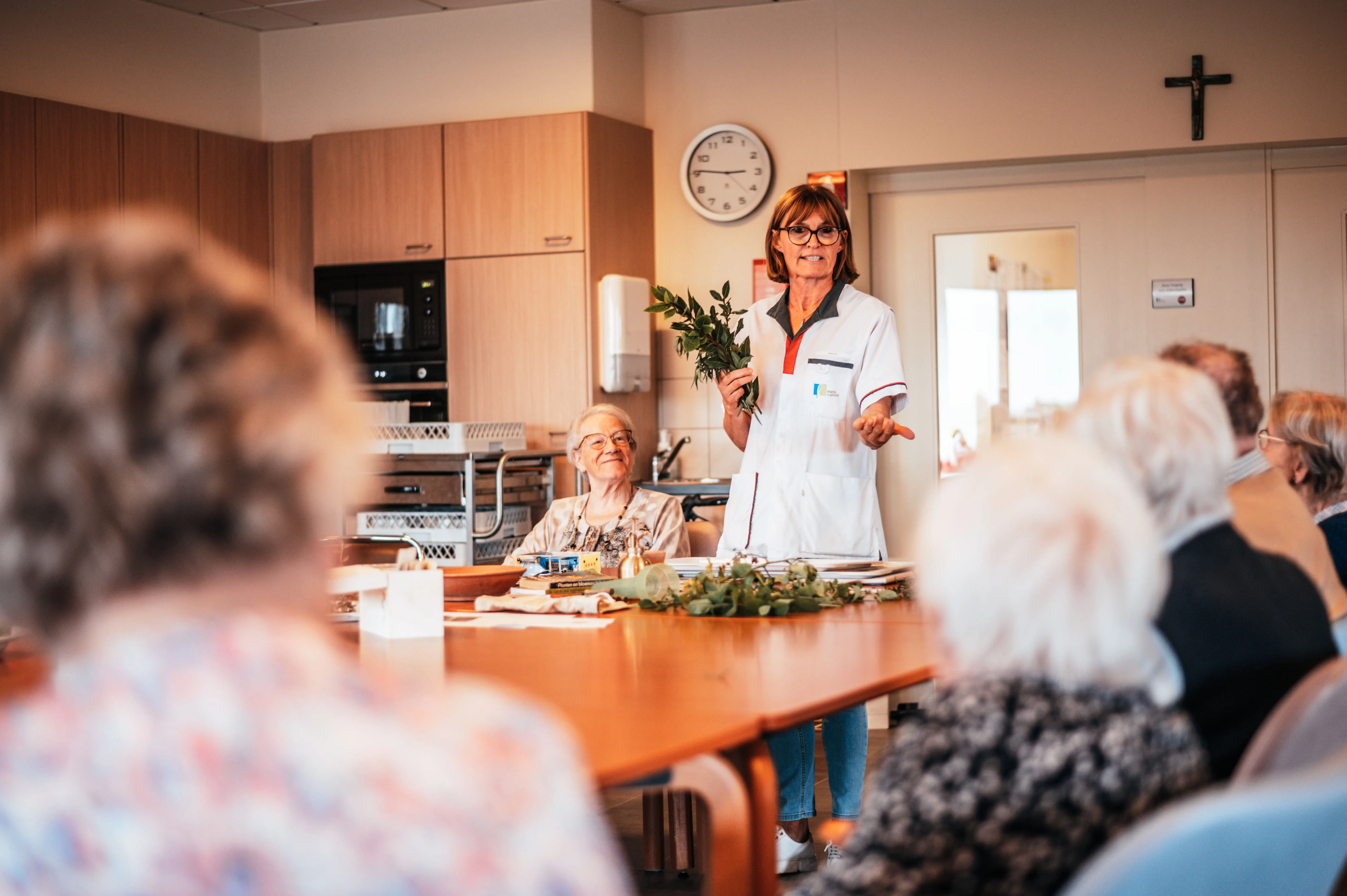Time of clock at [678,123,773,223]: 2:45
